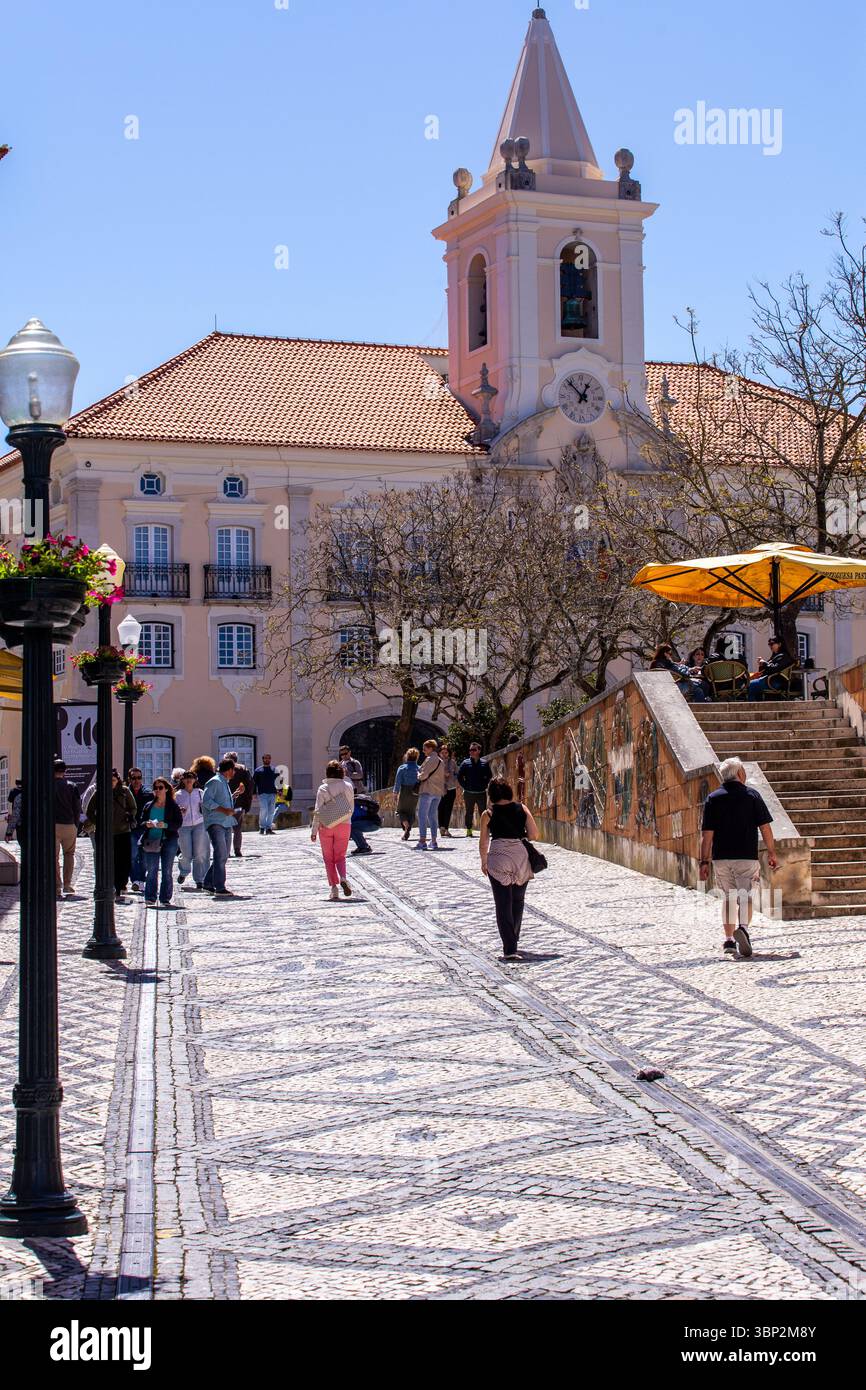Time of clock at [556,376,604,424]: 12:52
